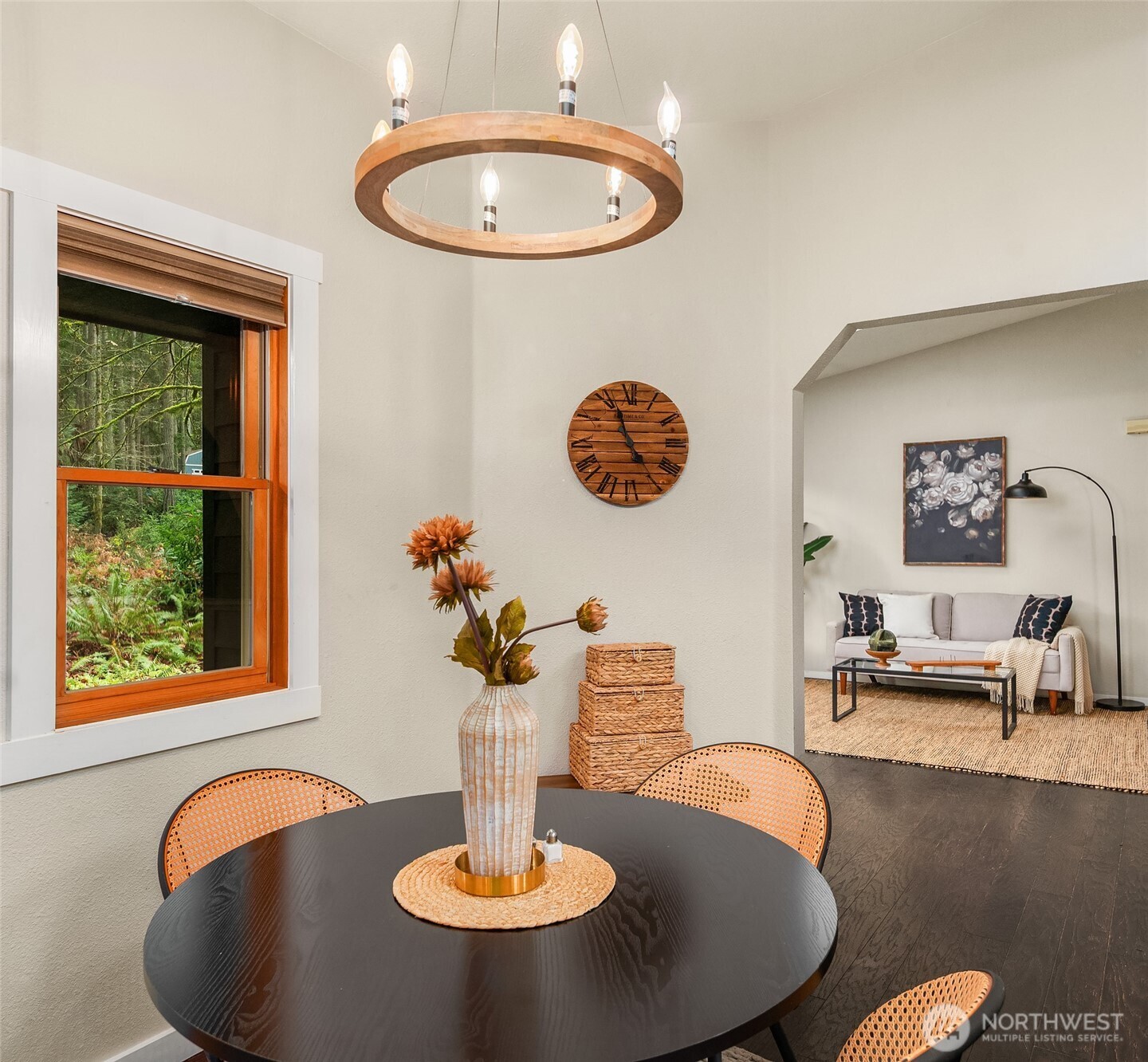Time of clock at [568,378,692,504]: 4:56
